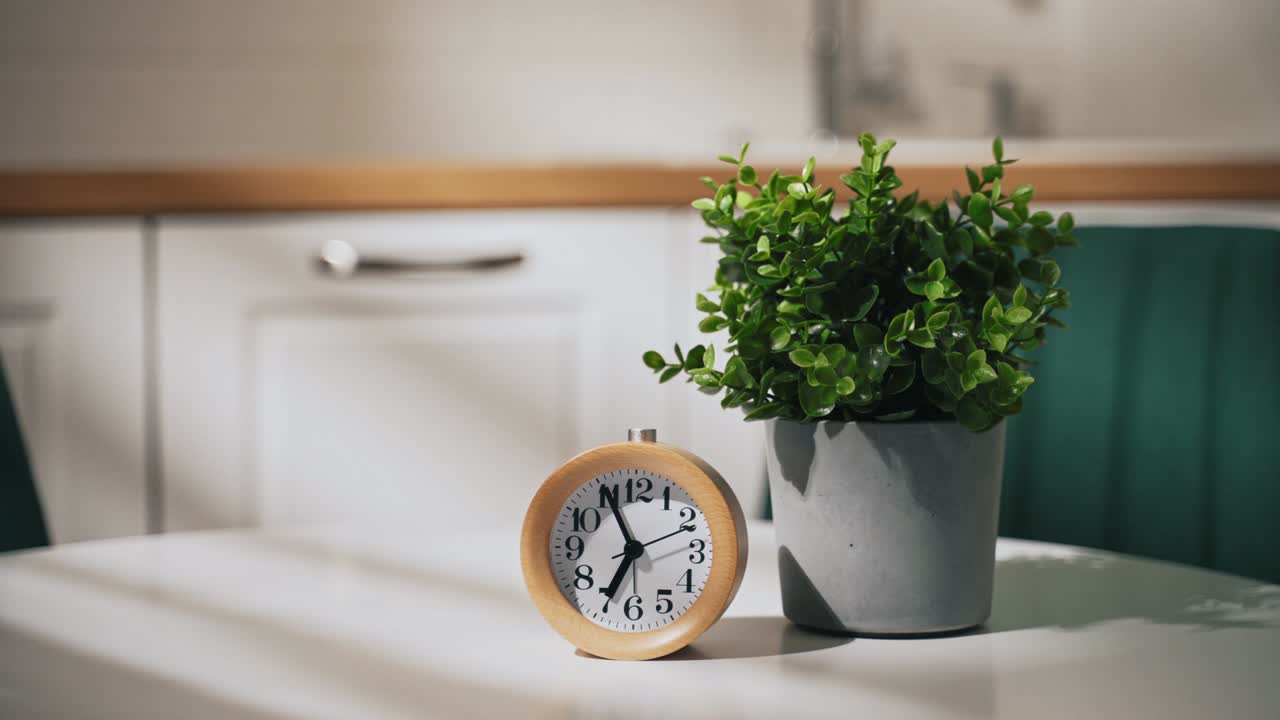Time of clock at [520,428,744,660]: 6:55
